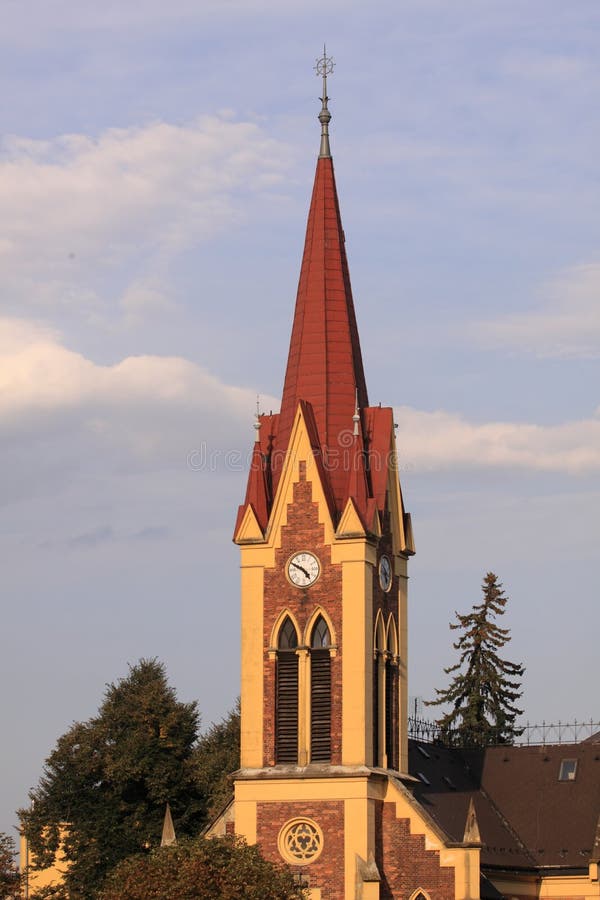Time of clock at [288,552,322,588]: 4:49
